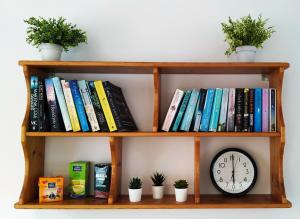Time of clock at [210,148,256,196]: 6:00
